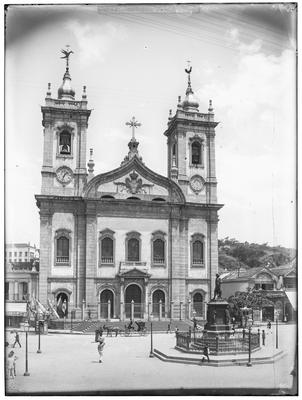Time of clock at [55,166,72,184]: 1:33
